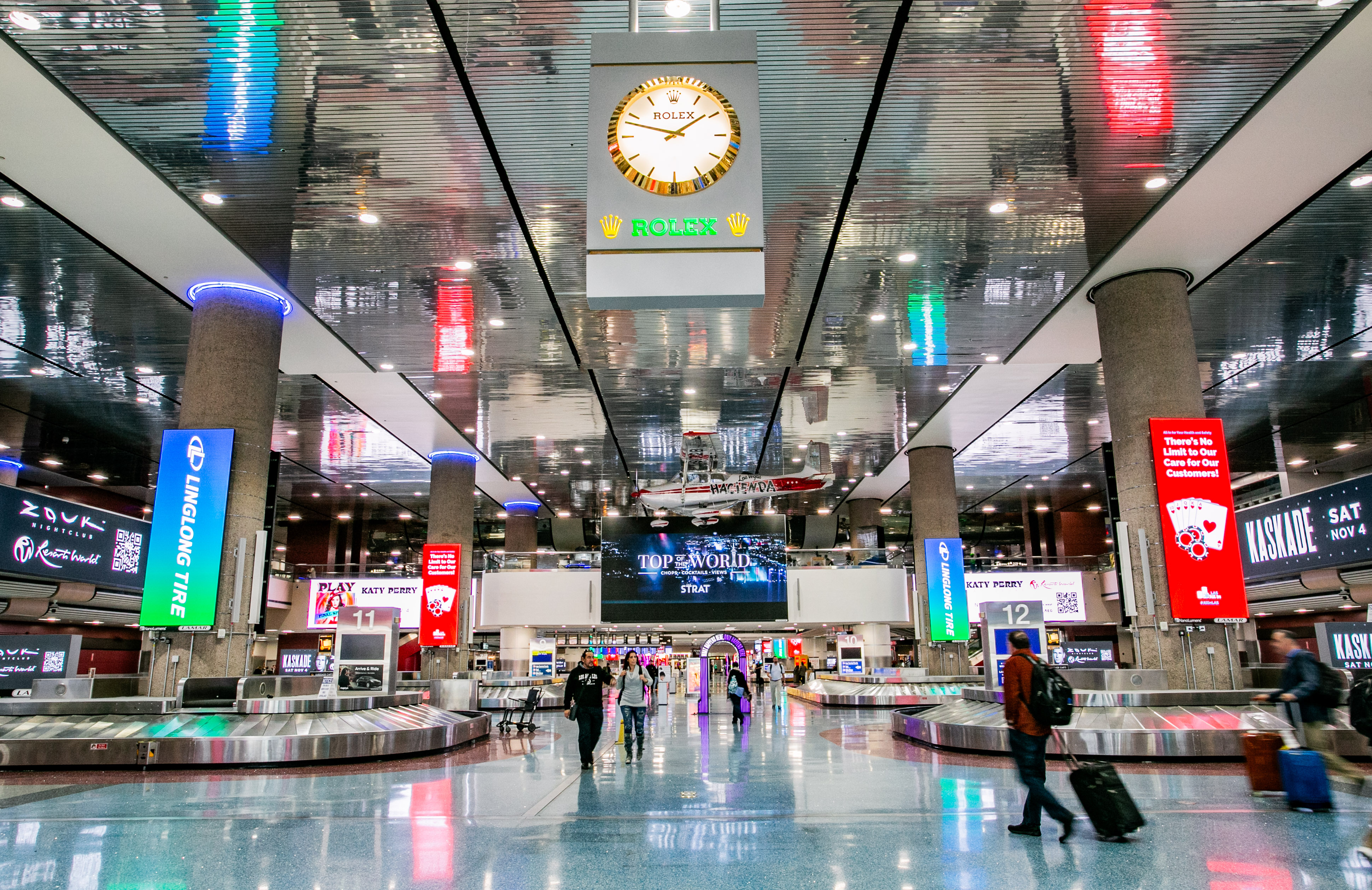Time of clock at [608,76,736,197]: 1:47
